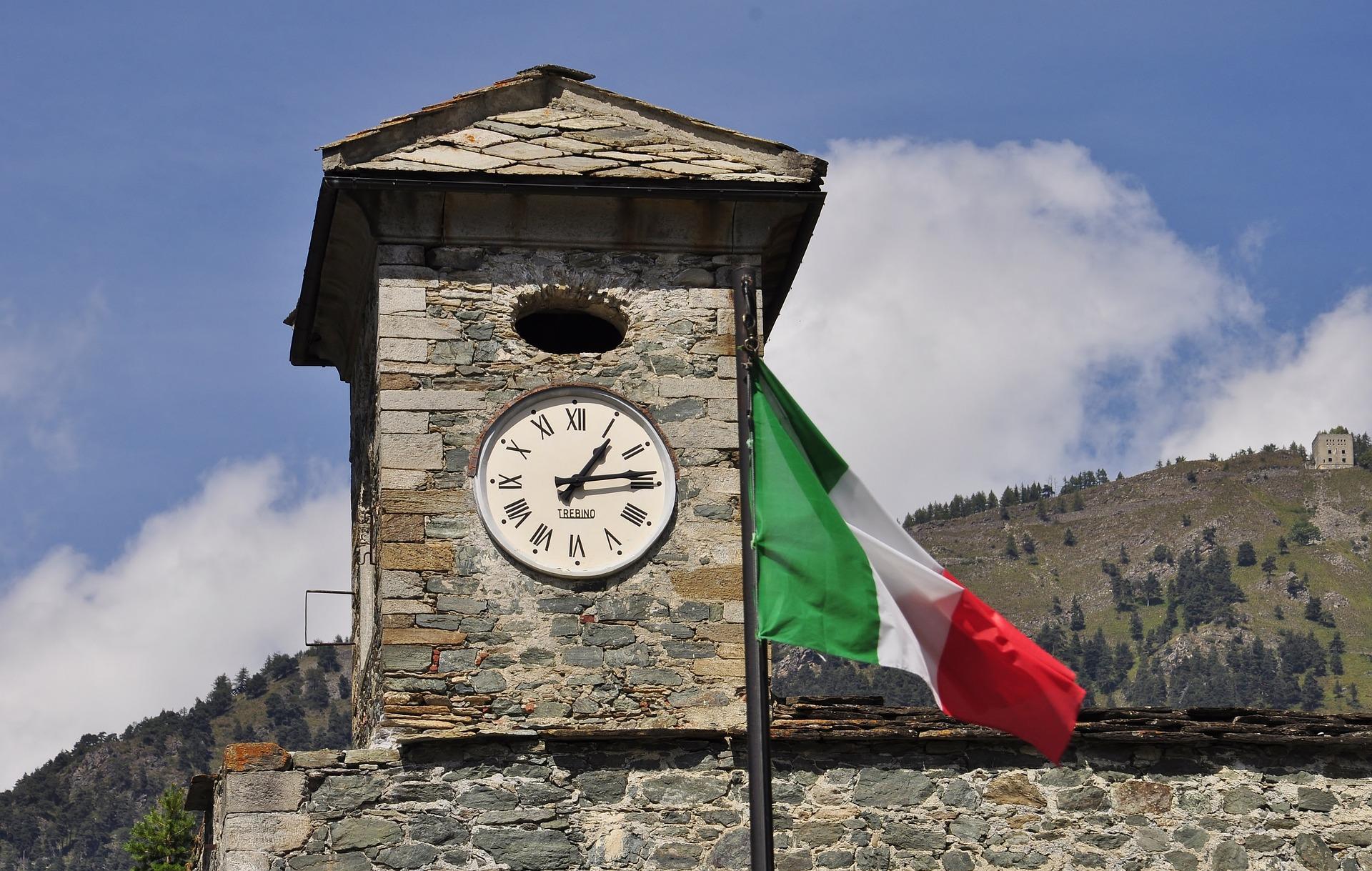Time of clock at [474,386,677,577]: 1:13
